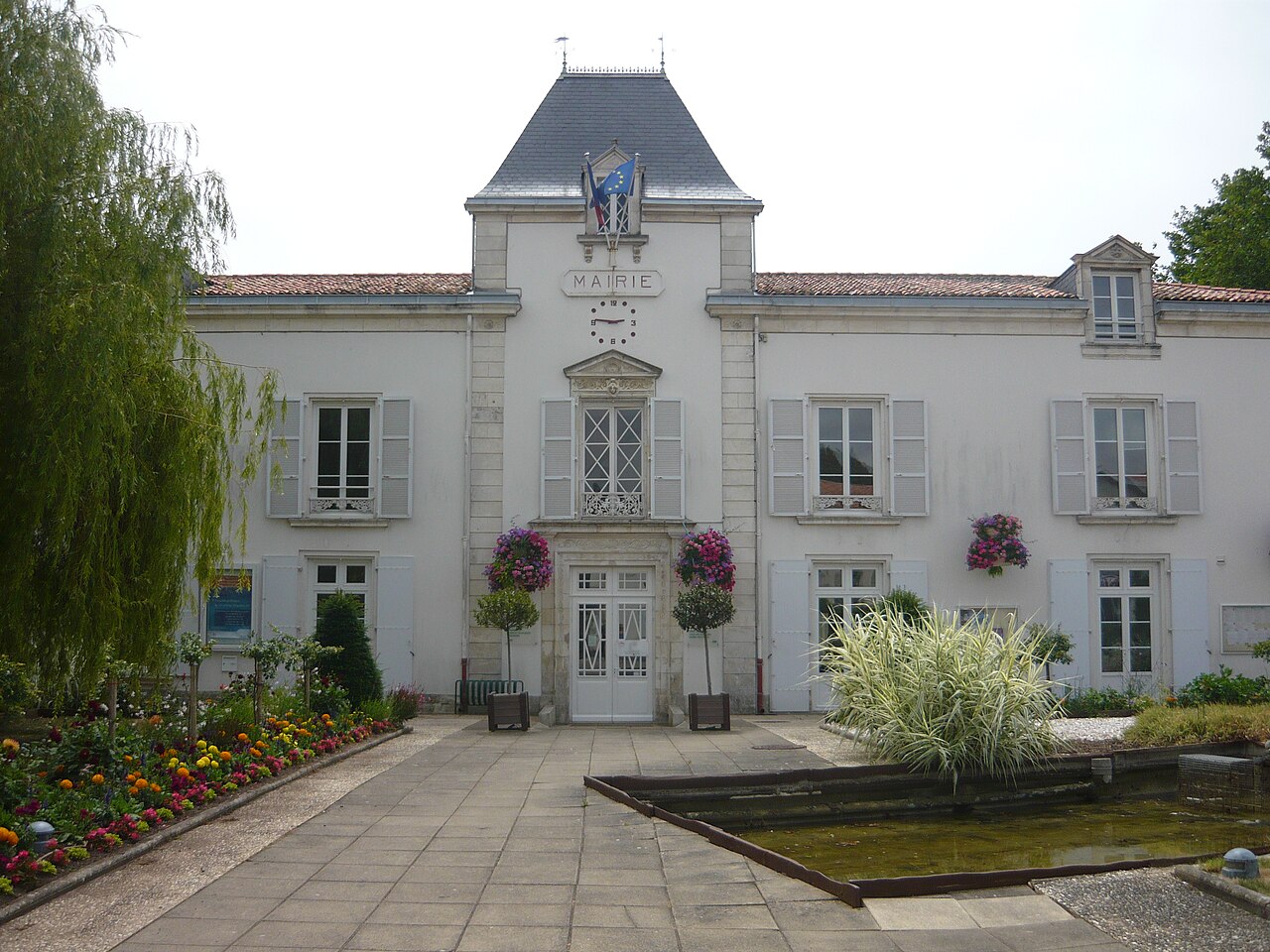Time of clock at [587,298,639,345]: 2:46
